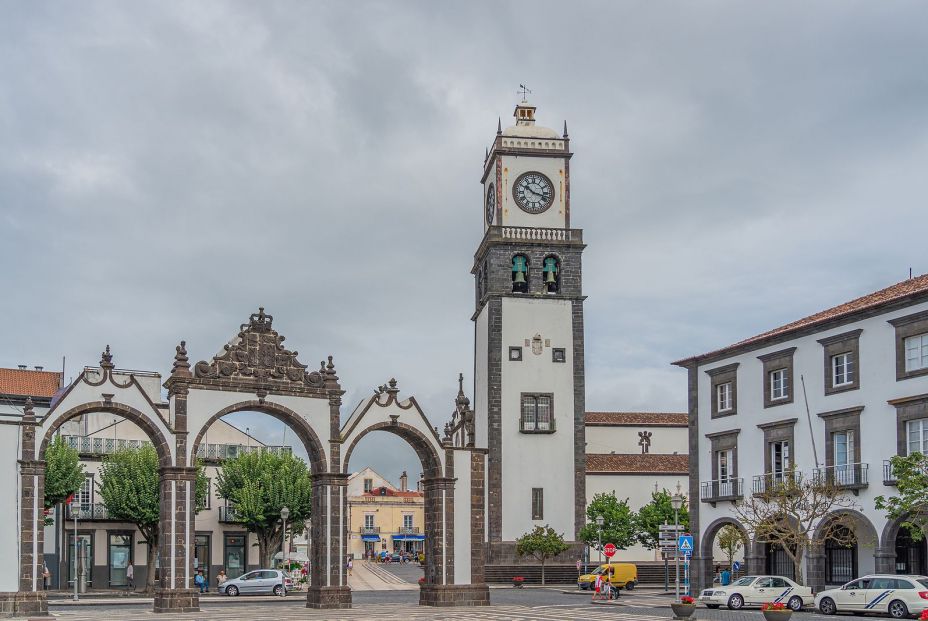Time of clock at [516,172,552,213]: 10:17
